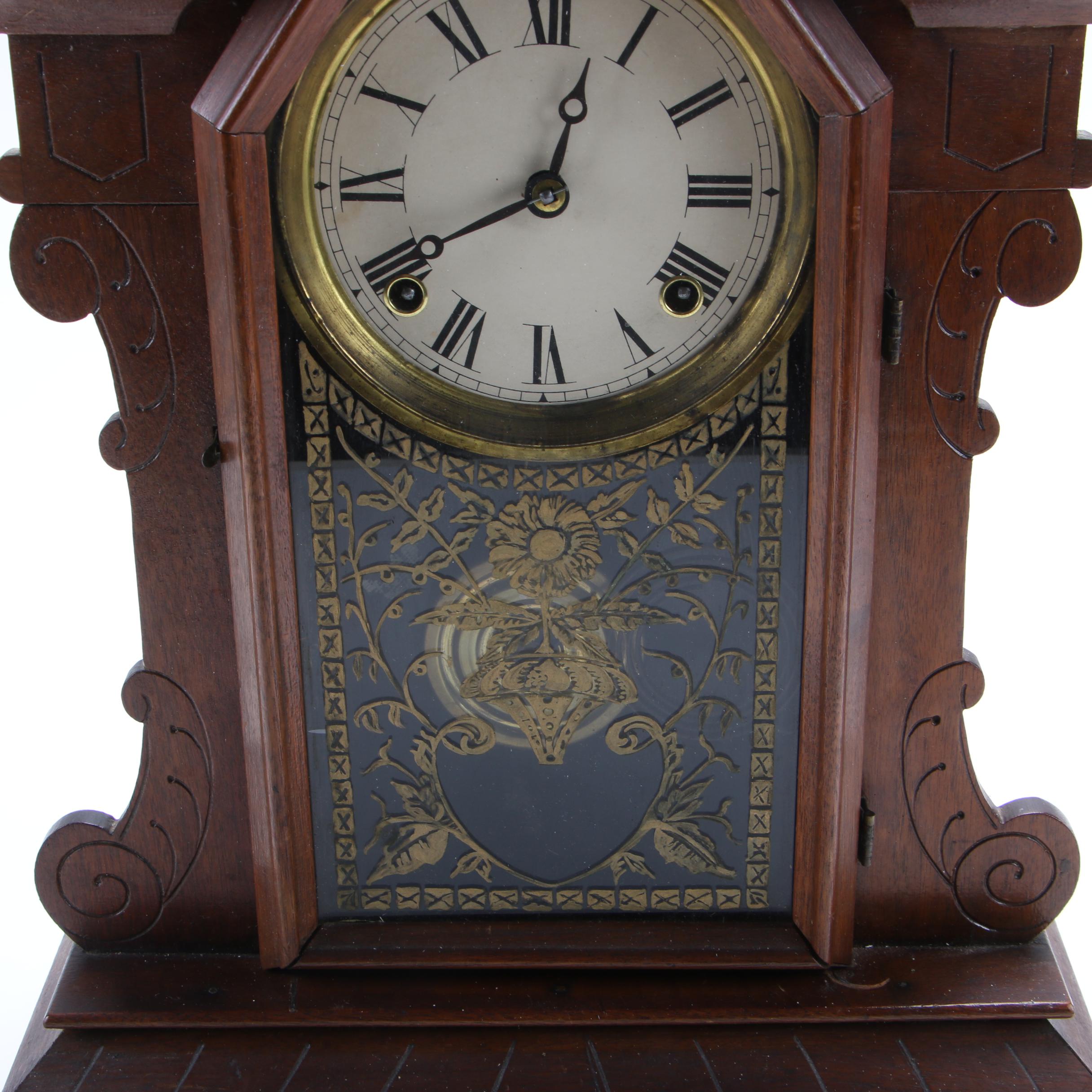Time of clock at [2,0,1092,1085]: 12:40
